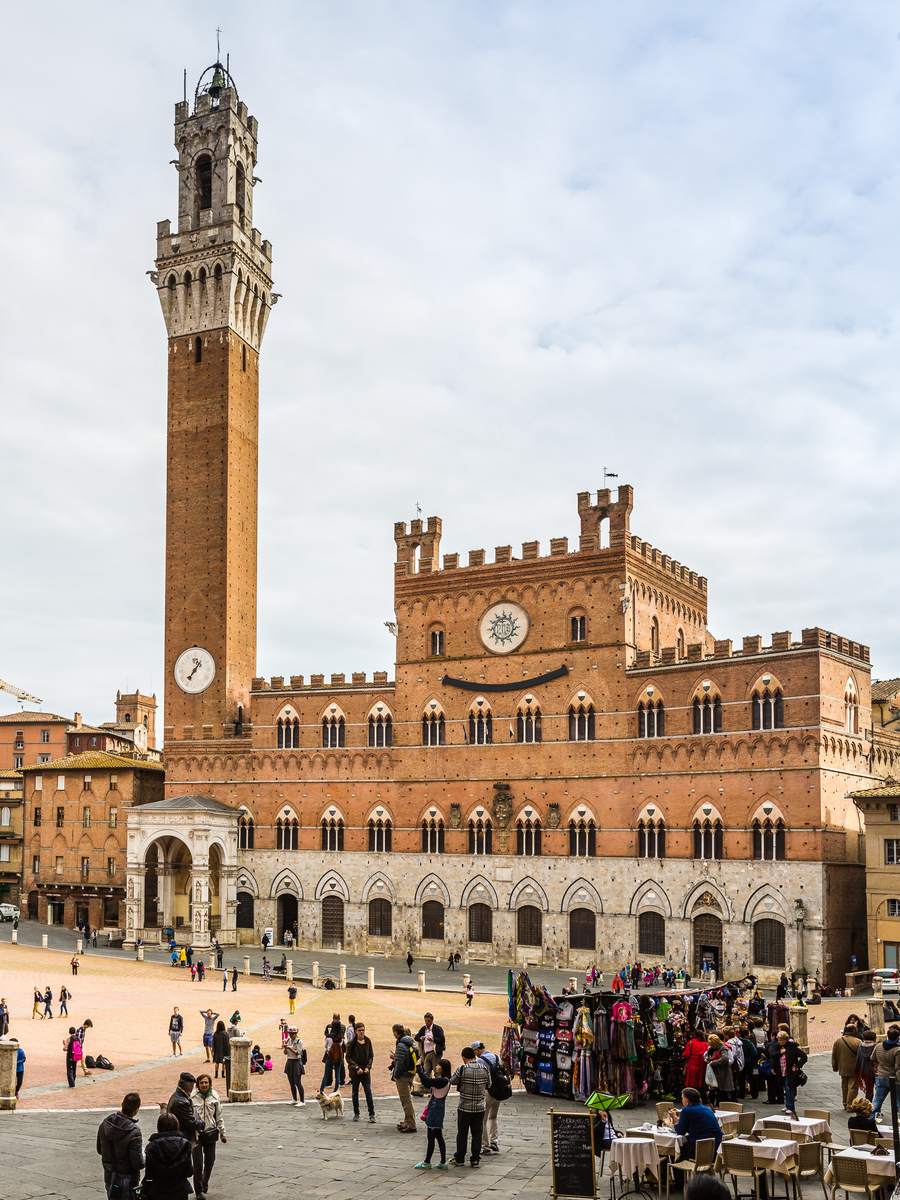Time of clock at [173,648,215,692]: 7:06
